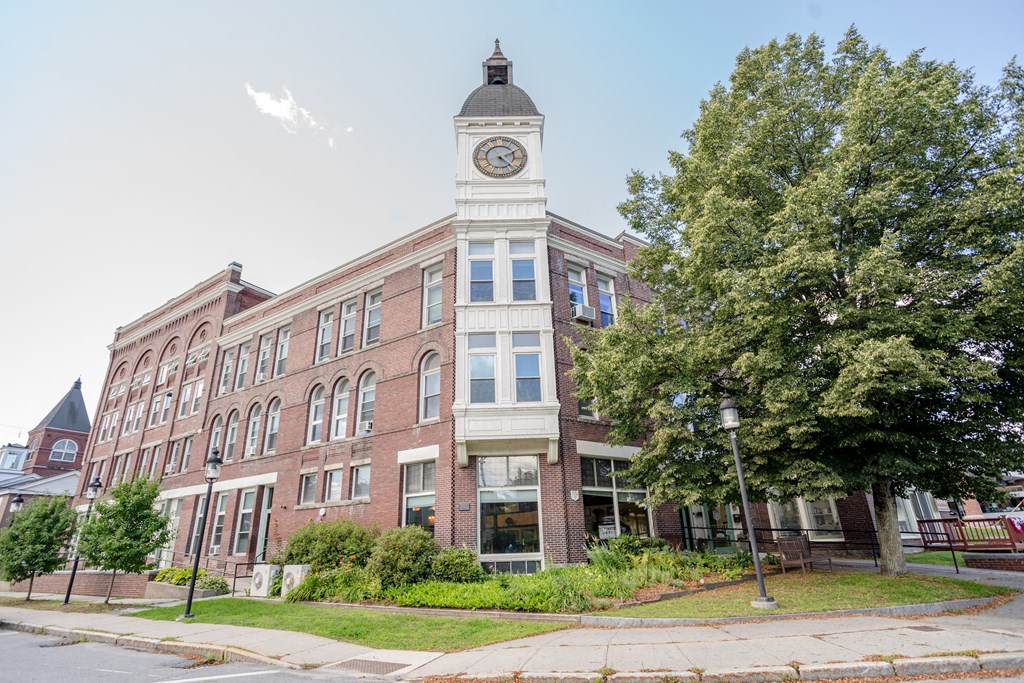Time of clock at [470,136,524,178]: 2:22
